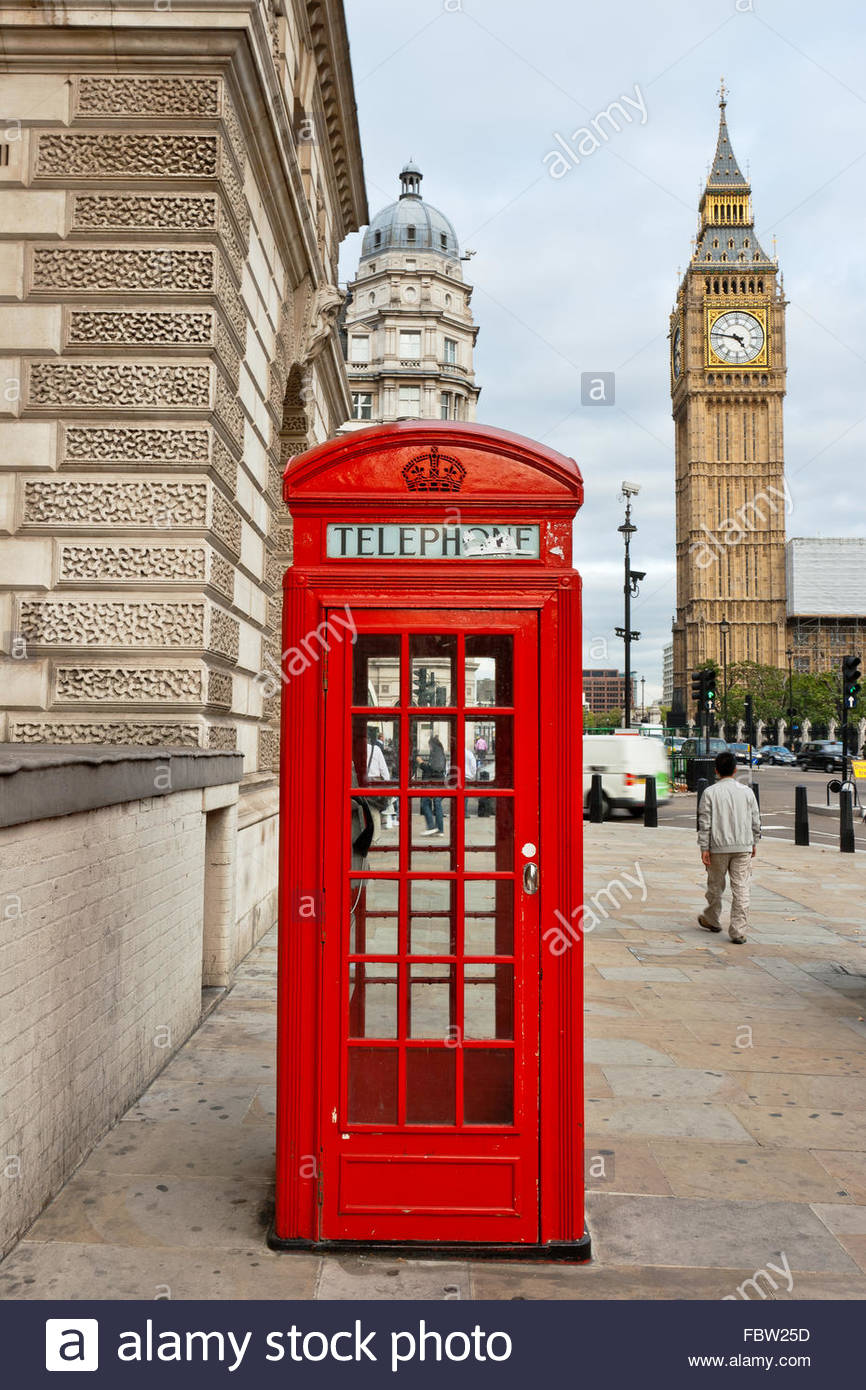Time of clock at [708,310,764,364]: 4:46
